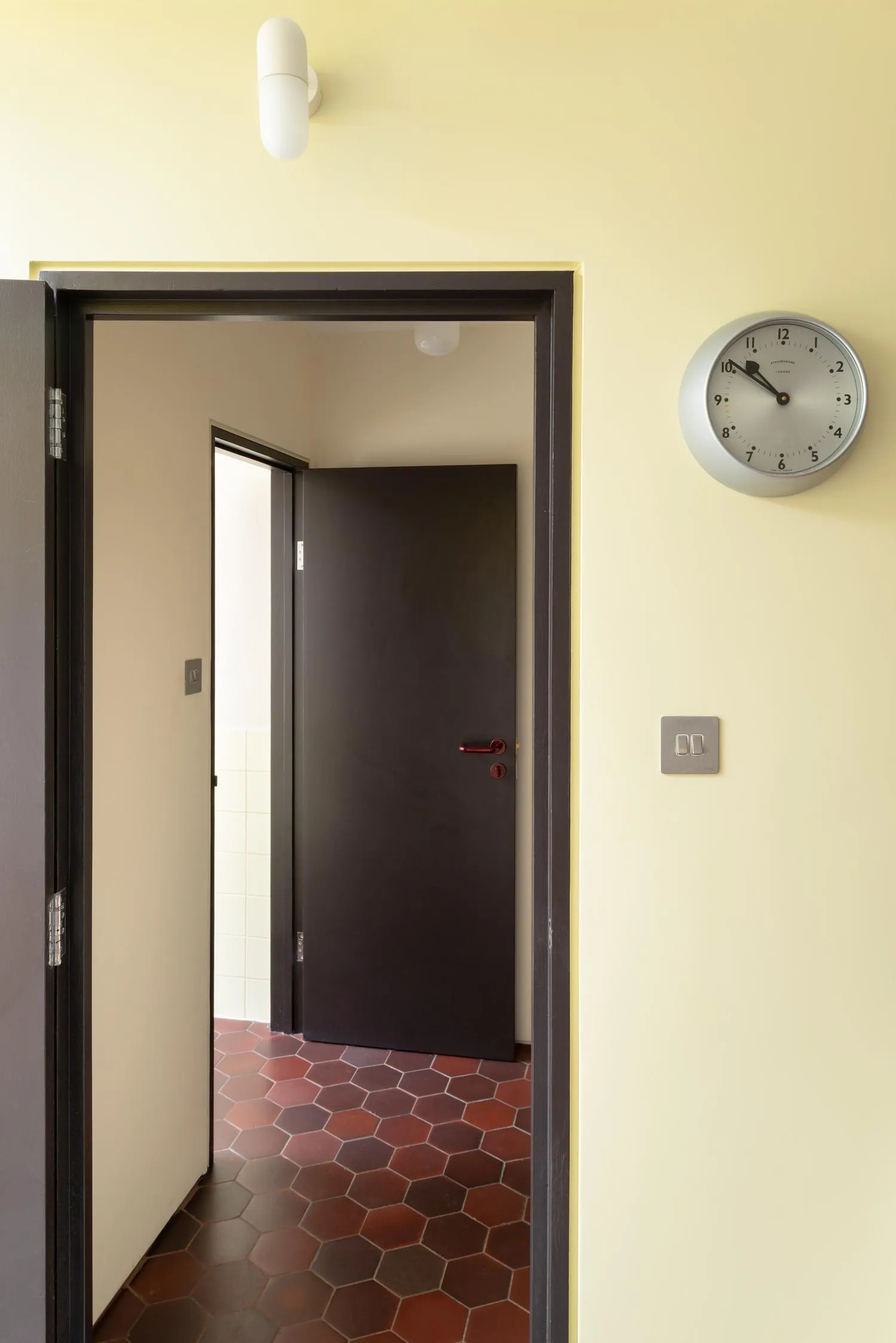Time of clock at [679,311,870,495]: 10:51
